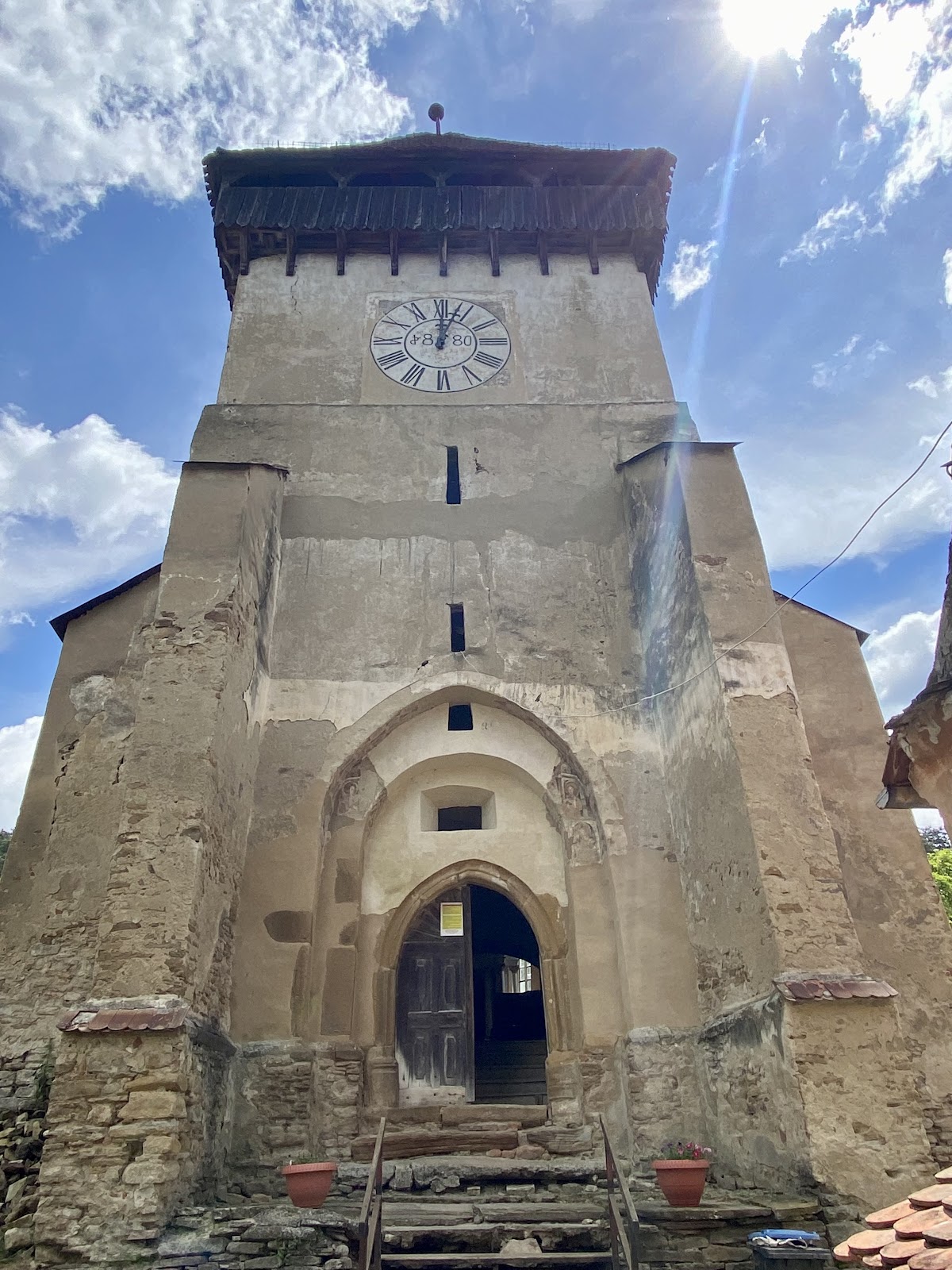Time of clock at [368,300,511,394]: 12:03
